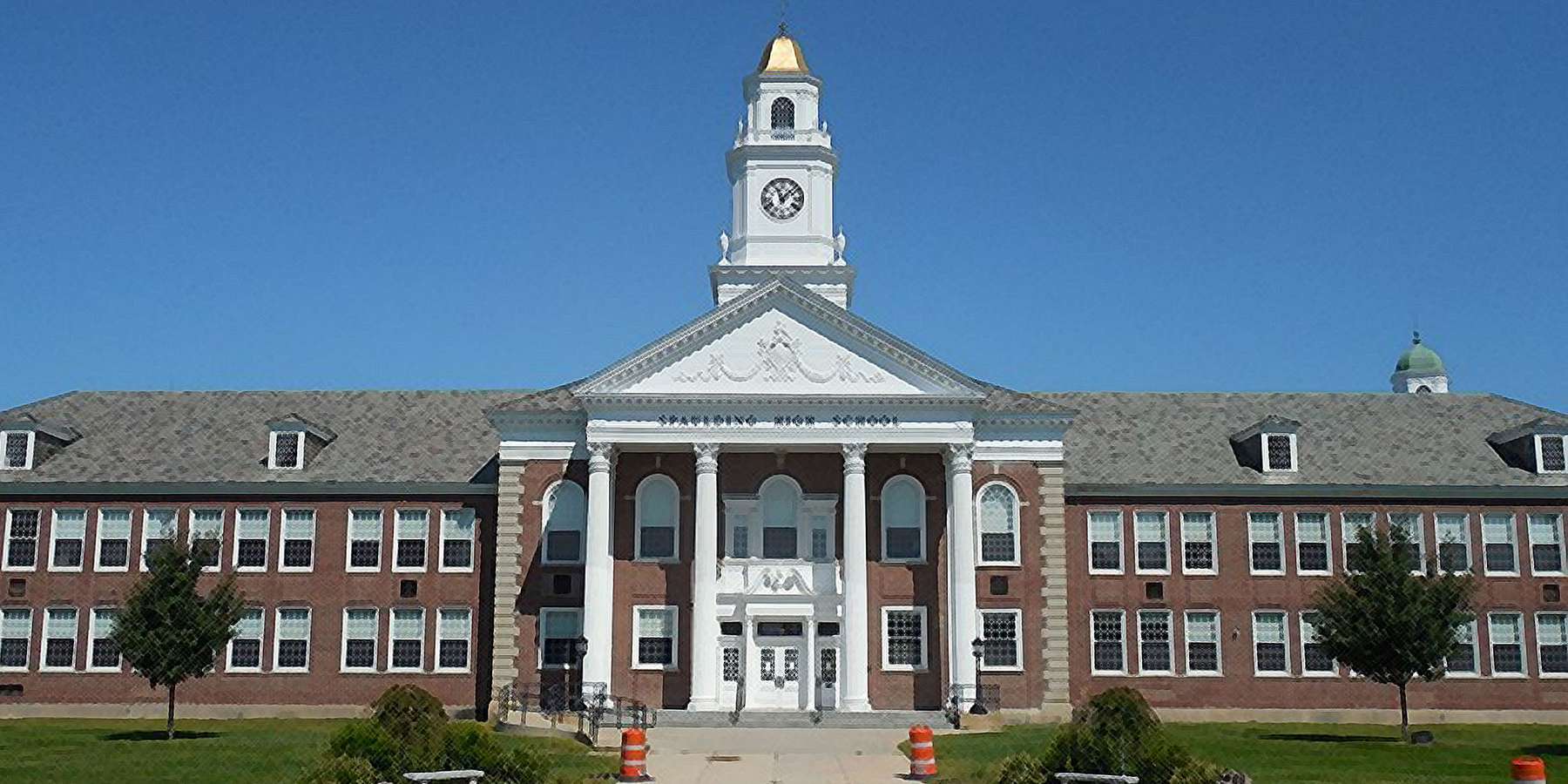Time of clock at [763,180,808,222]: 11:07
